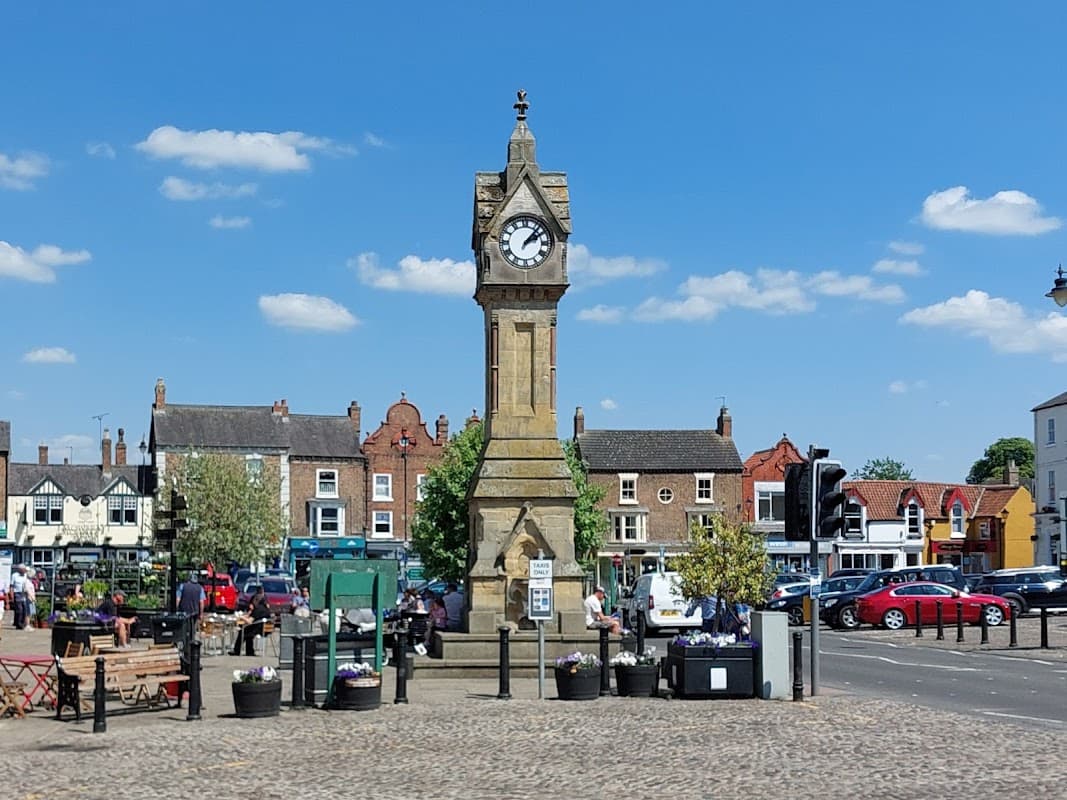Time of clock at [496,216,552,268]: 2:07
